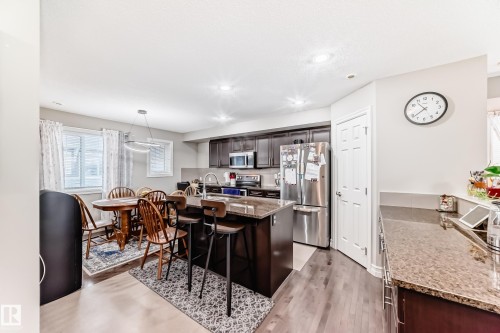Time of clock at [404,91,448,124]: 10:38
